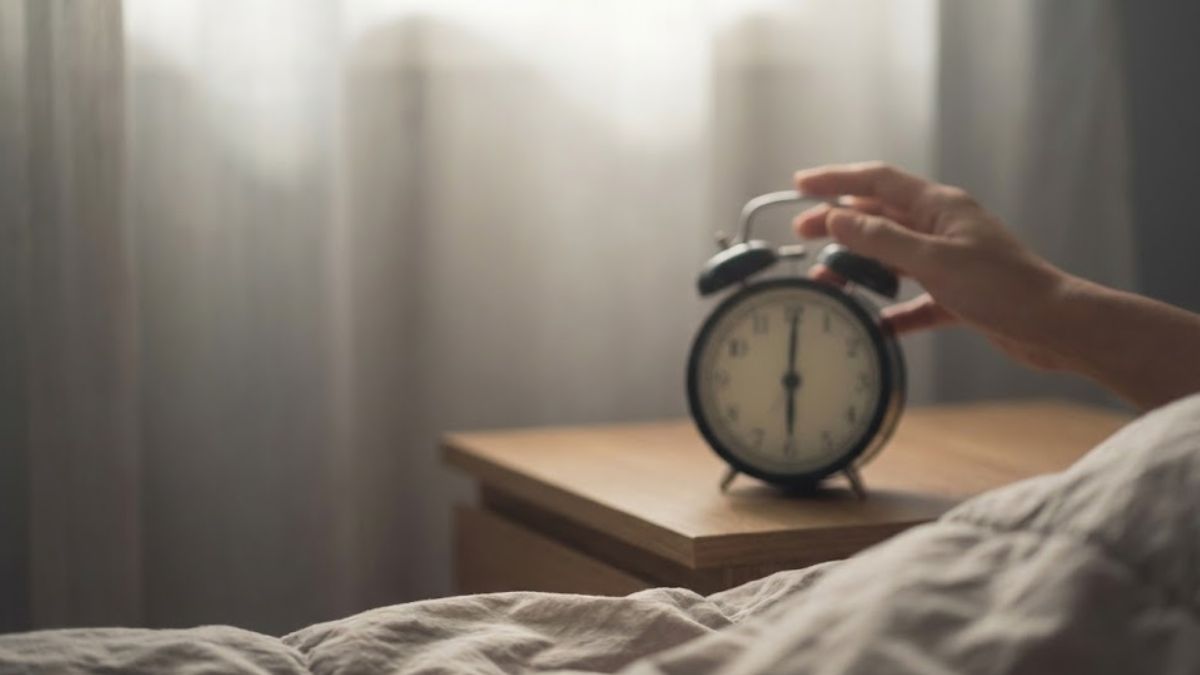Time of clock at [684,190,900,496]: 6:00
